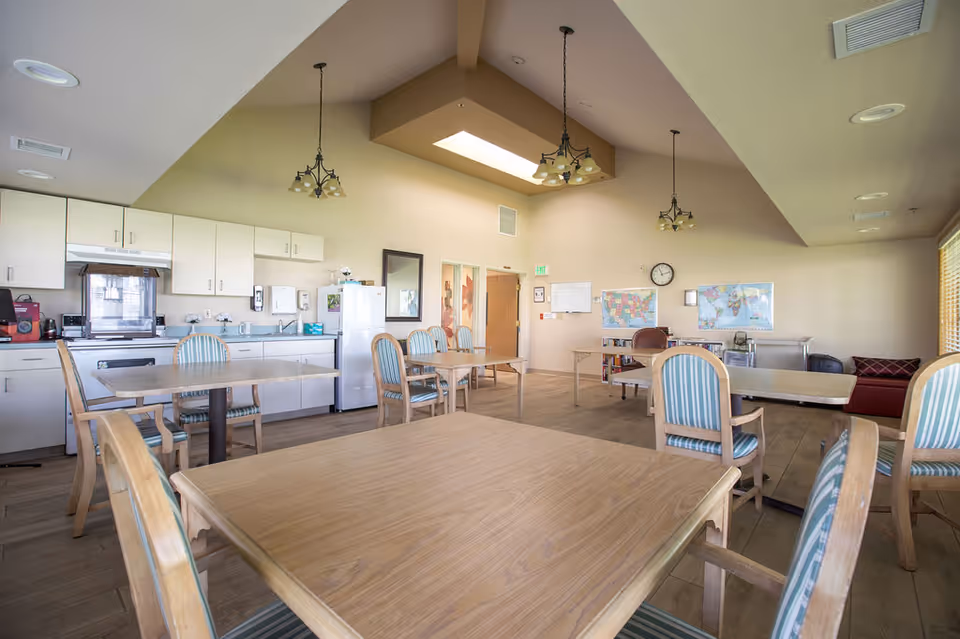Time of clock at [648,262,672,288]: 11:12
